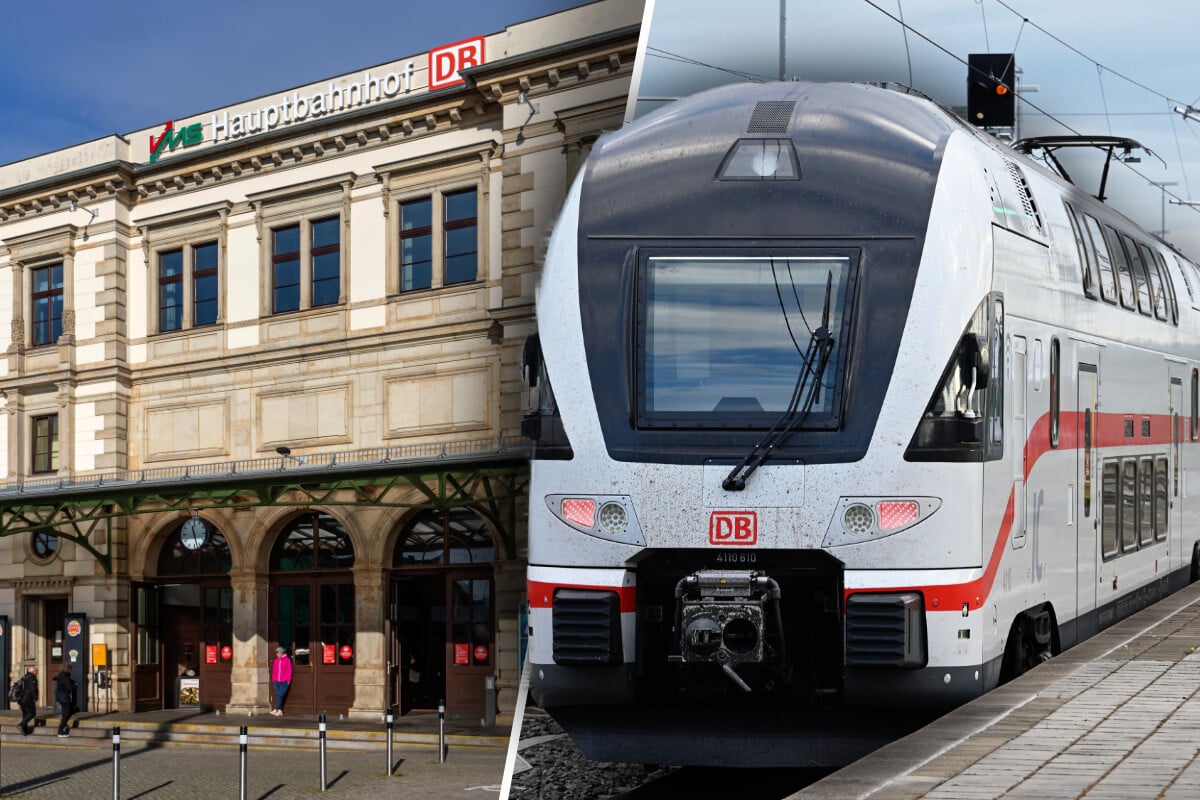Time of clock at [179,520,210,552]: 11:27
